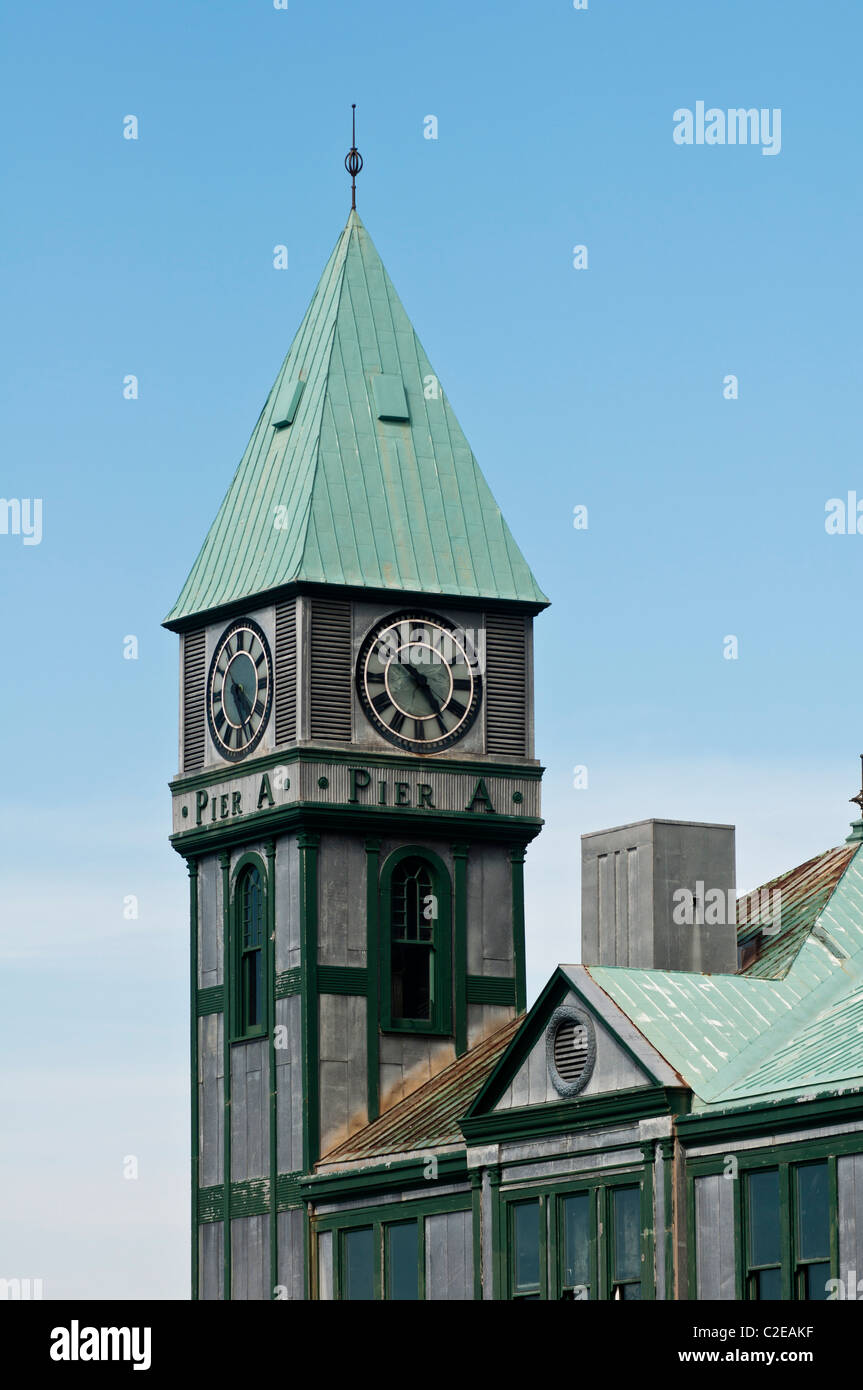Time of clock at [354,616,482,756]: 10:24
